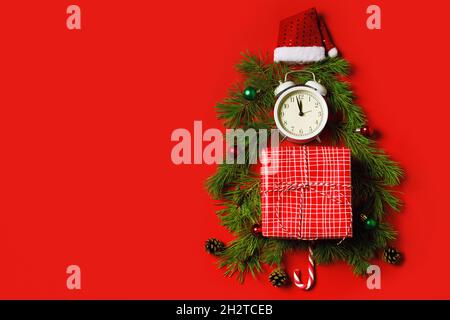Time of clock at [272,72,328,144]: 11:57
